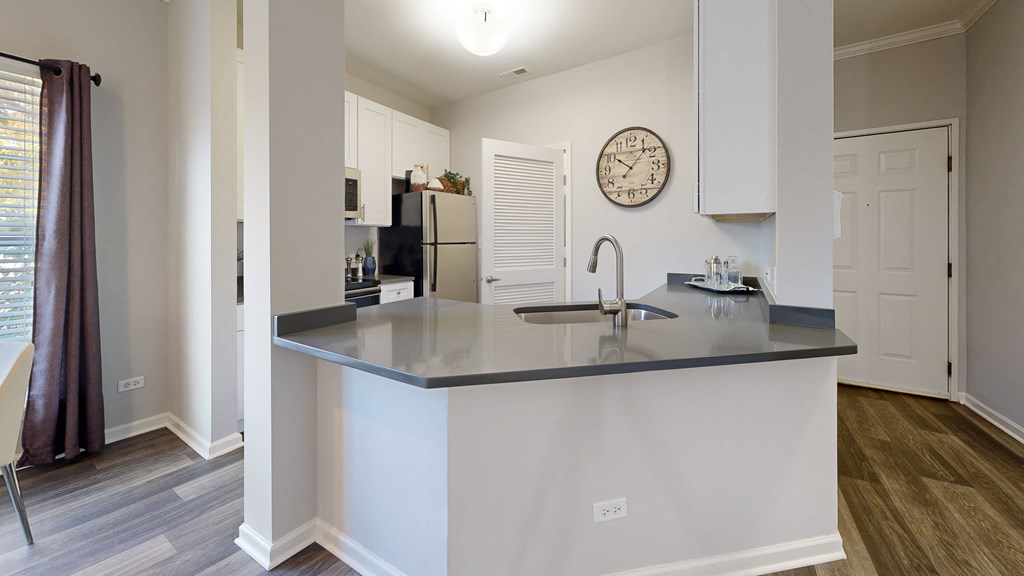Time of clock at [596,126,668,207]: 10:07
